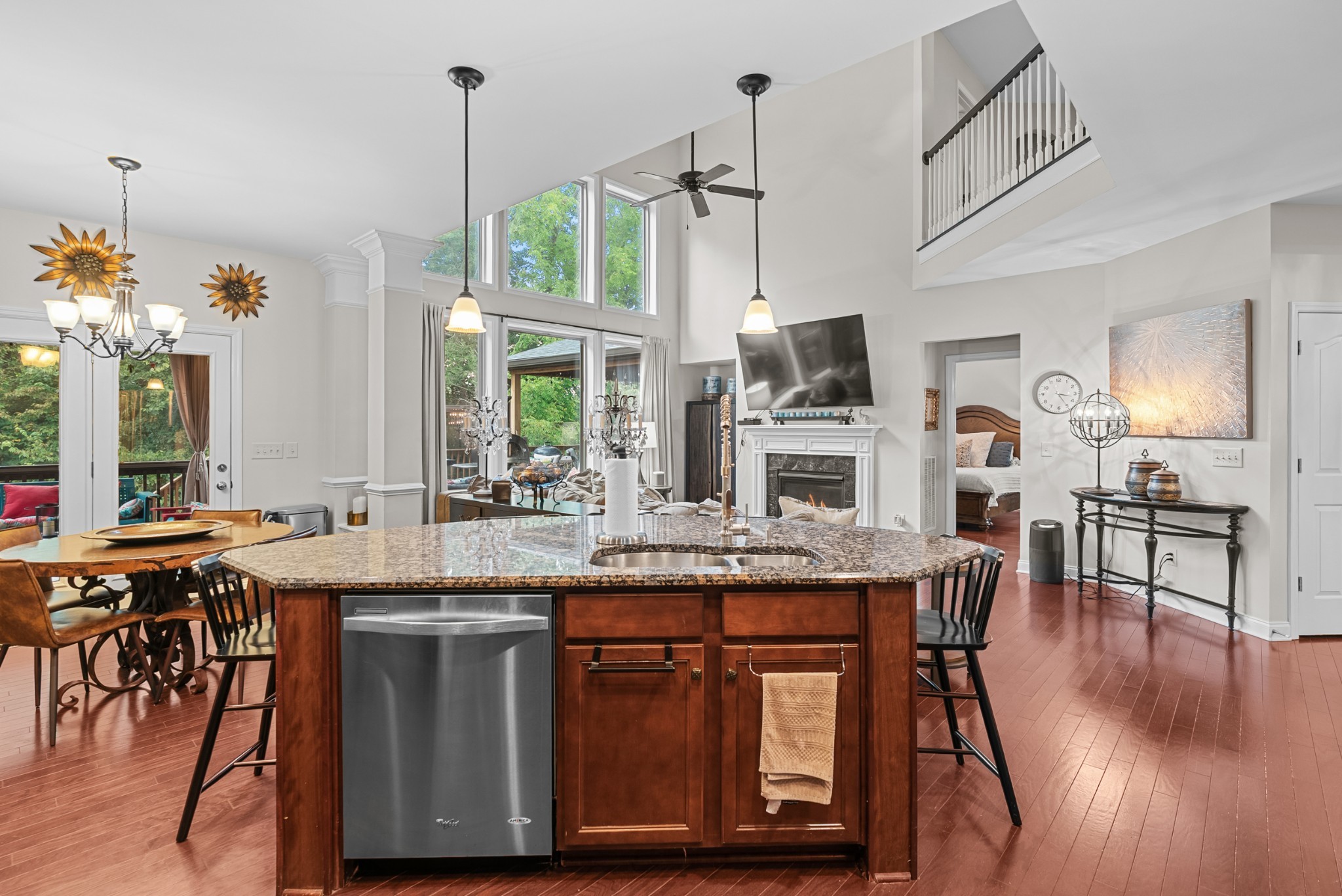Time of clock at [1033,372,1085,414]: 3:24
